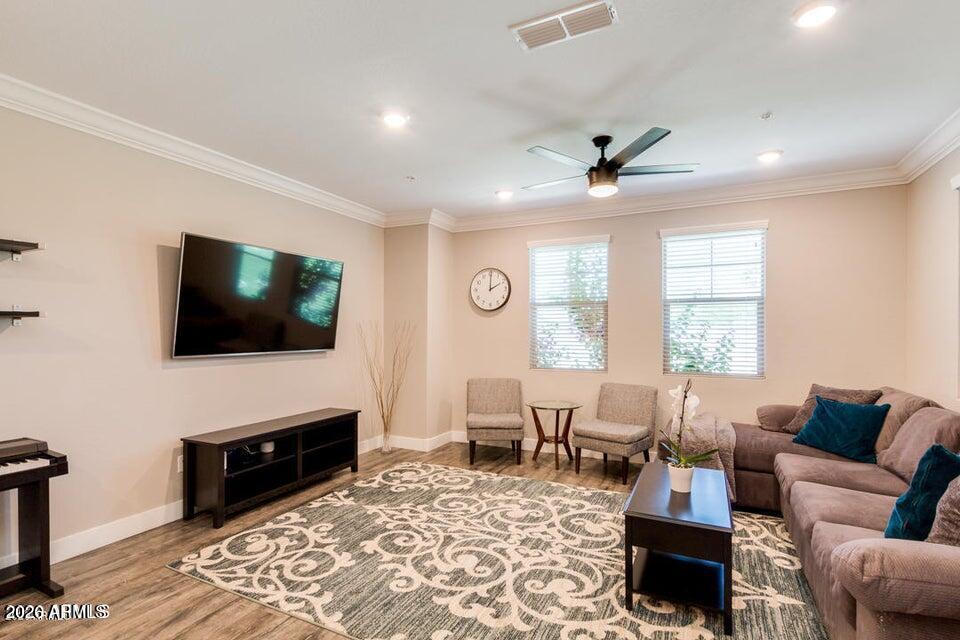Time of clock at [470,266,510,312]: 2:00
